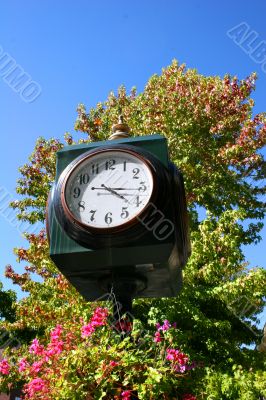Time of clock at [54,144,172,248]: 4:16
